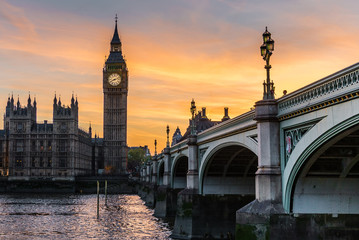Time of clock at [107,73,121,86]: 8:12
